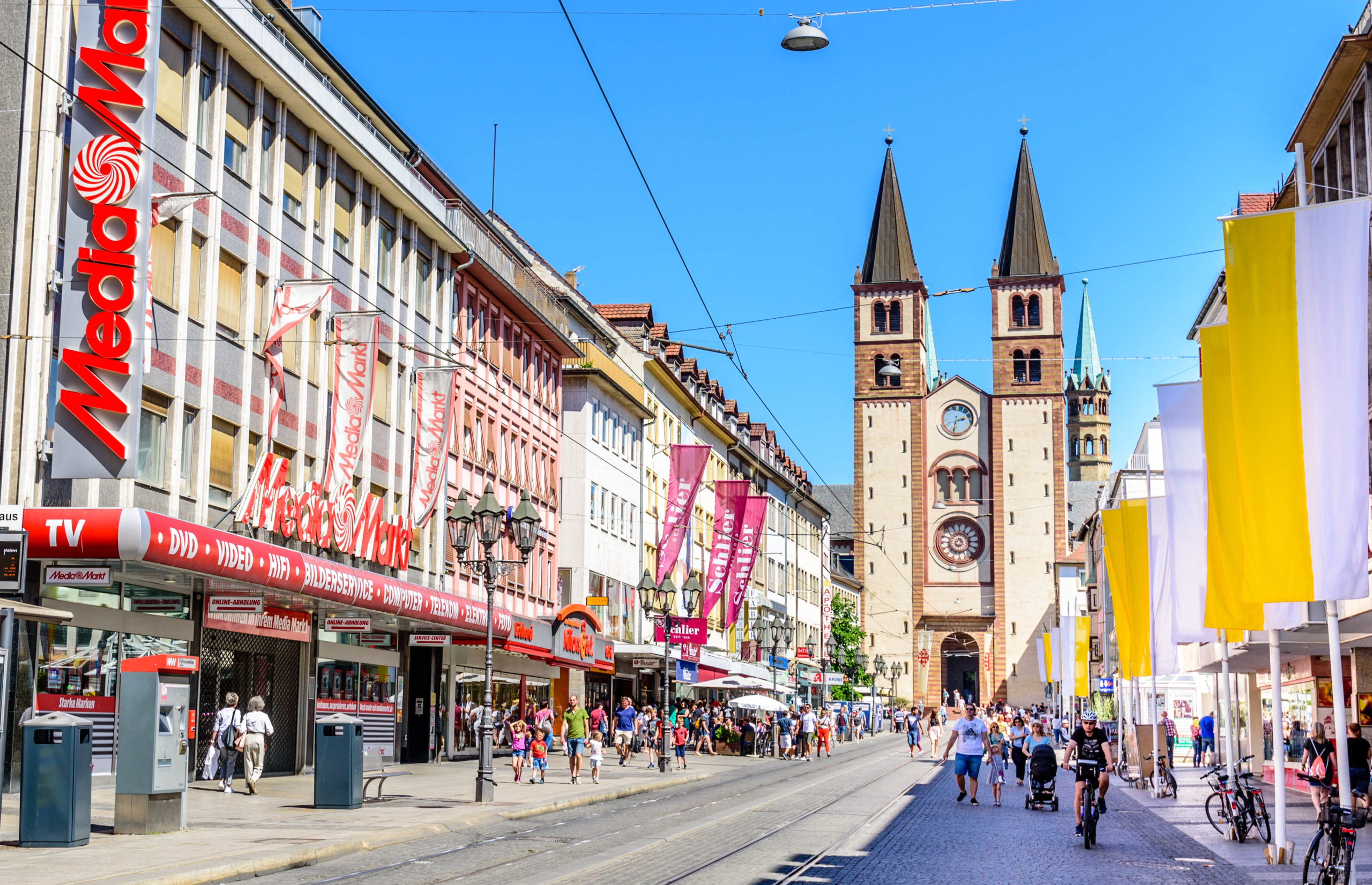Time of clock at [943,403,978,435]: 2:32
